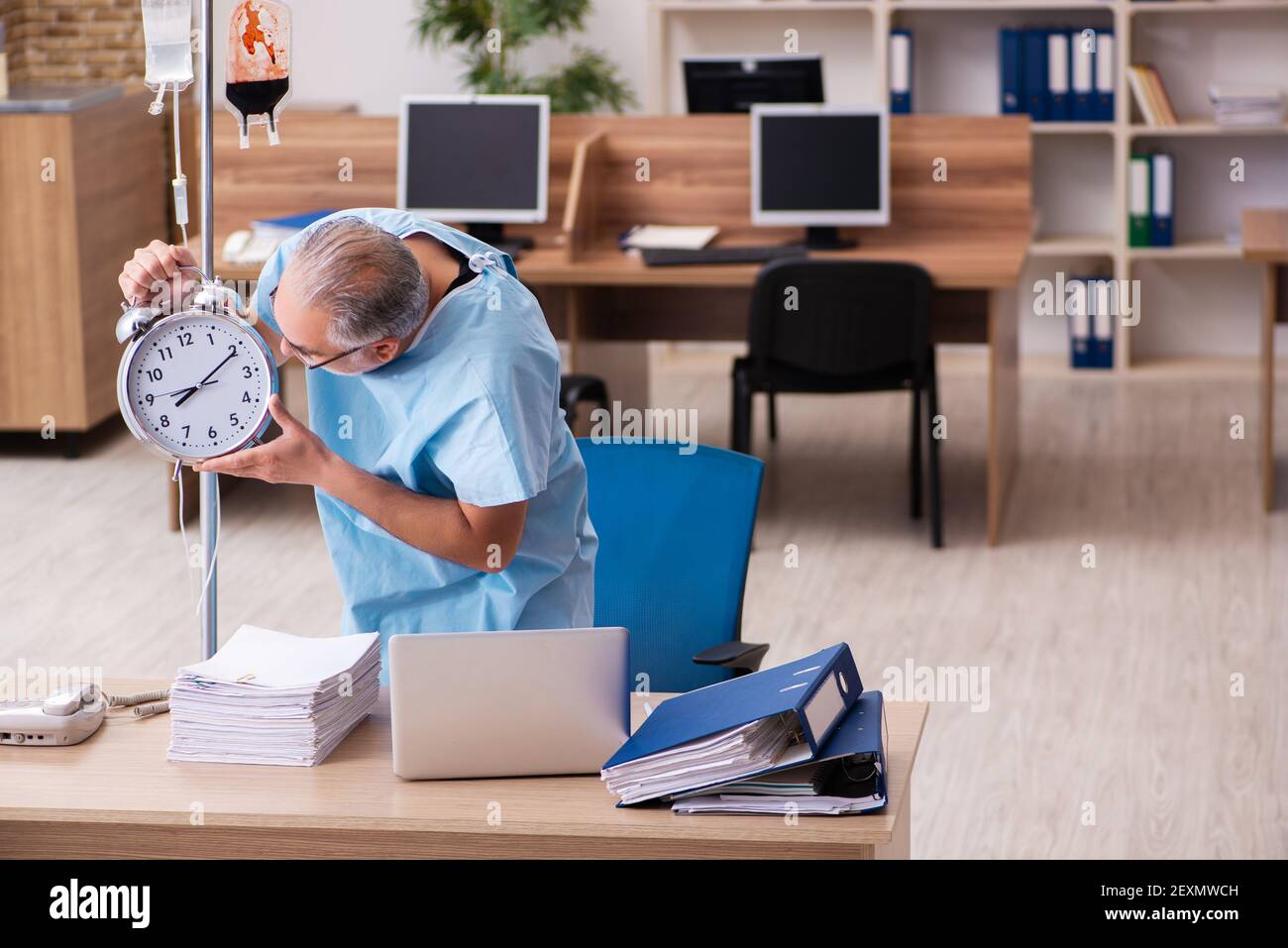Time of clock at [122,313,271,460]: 8:10
